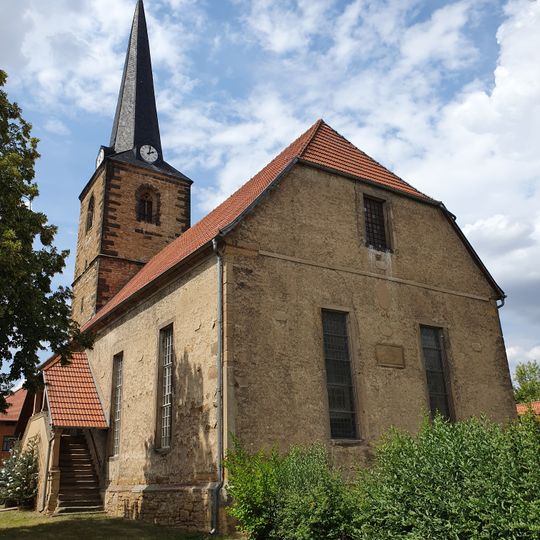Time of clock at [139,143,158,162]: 2:02
